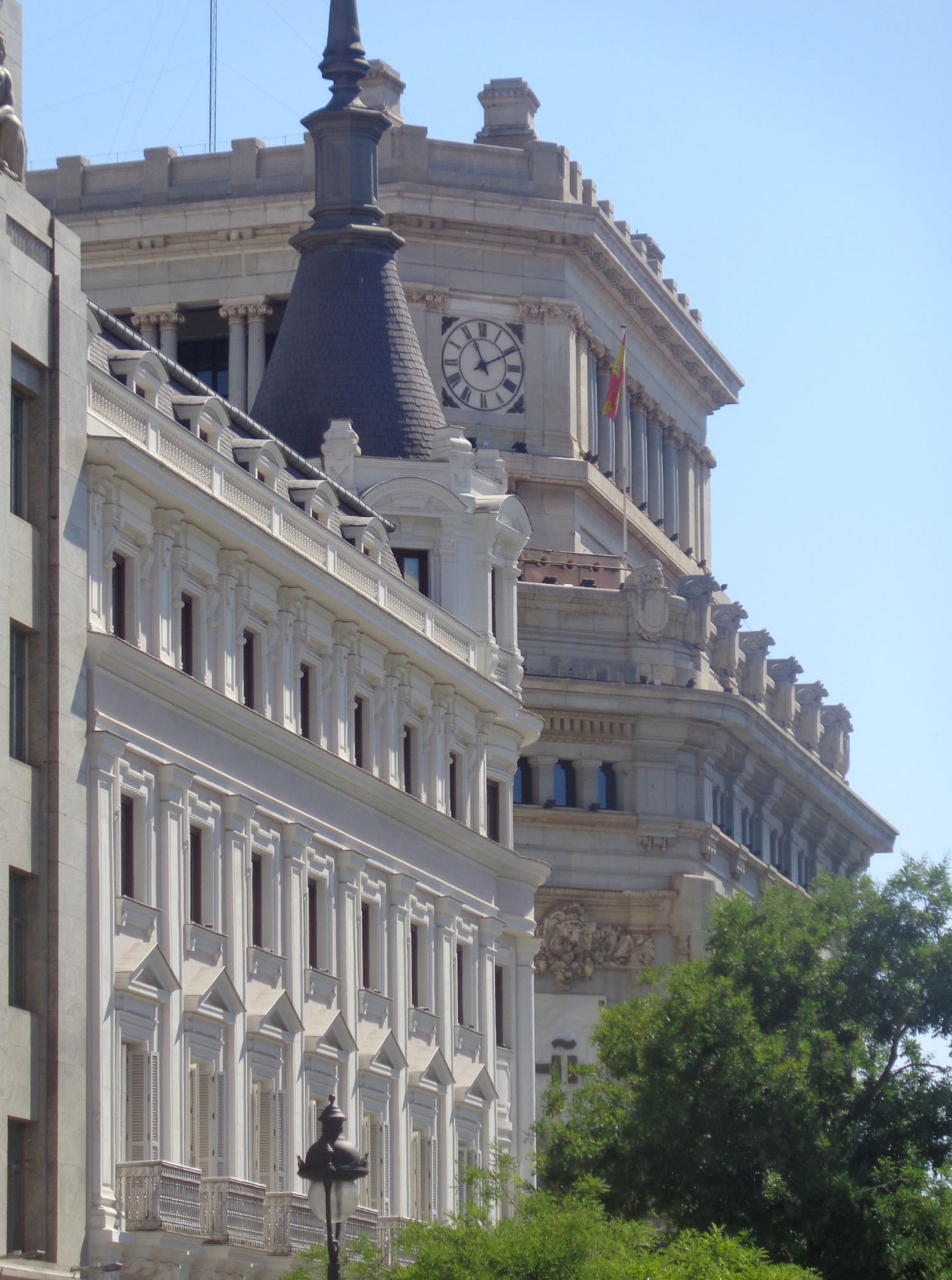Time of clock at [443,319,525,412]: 11:10
